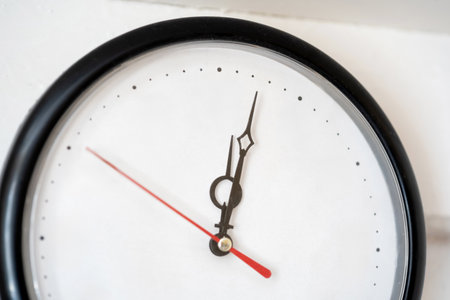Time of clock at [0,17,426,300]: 12:02
